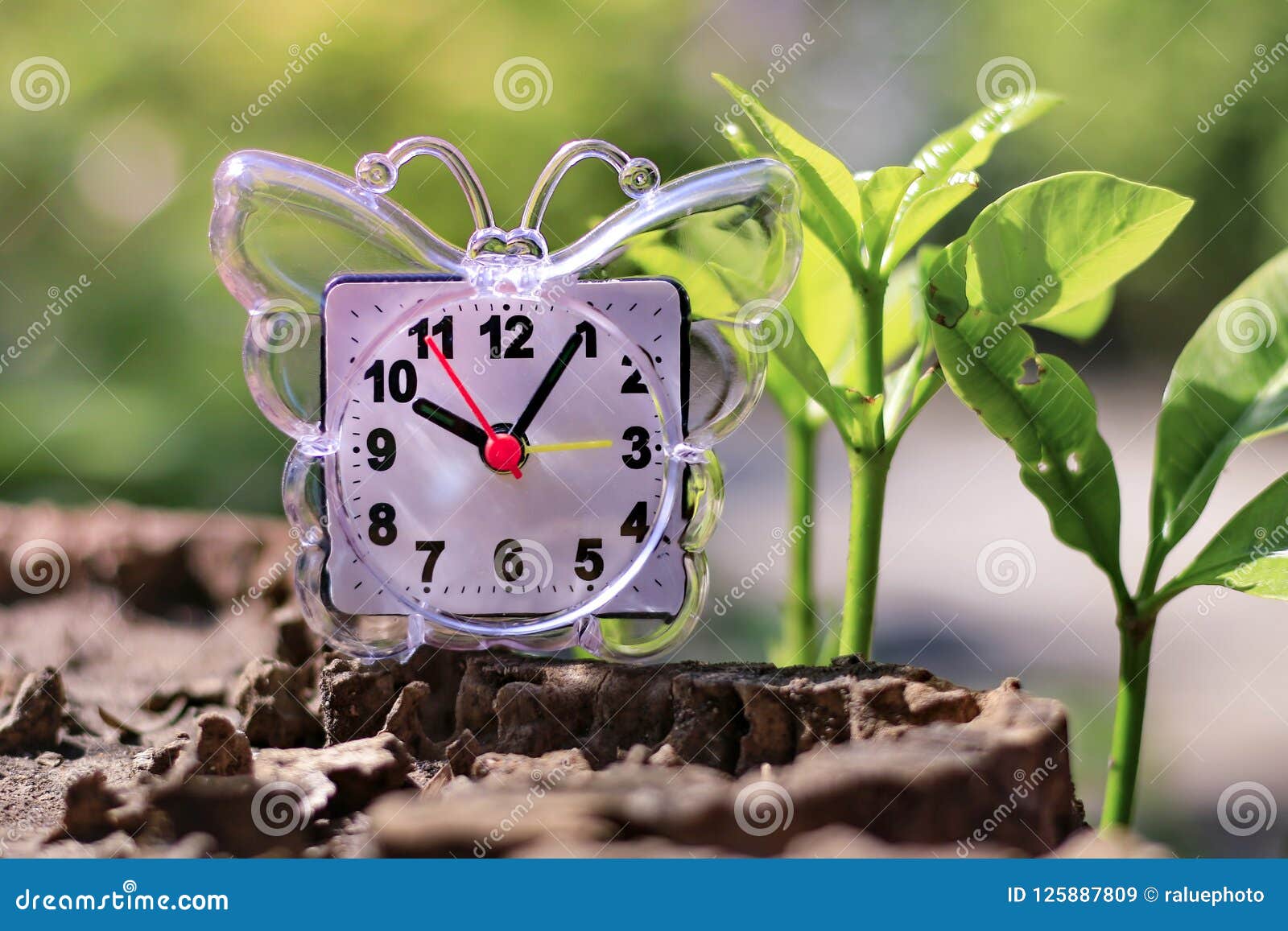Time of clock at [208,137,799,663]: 10:05
